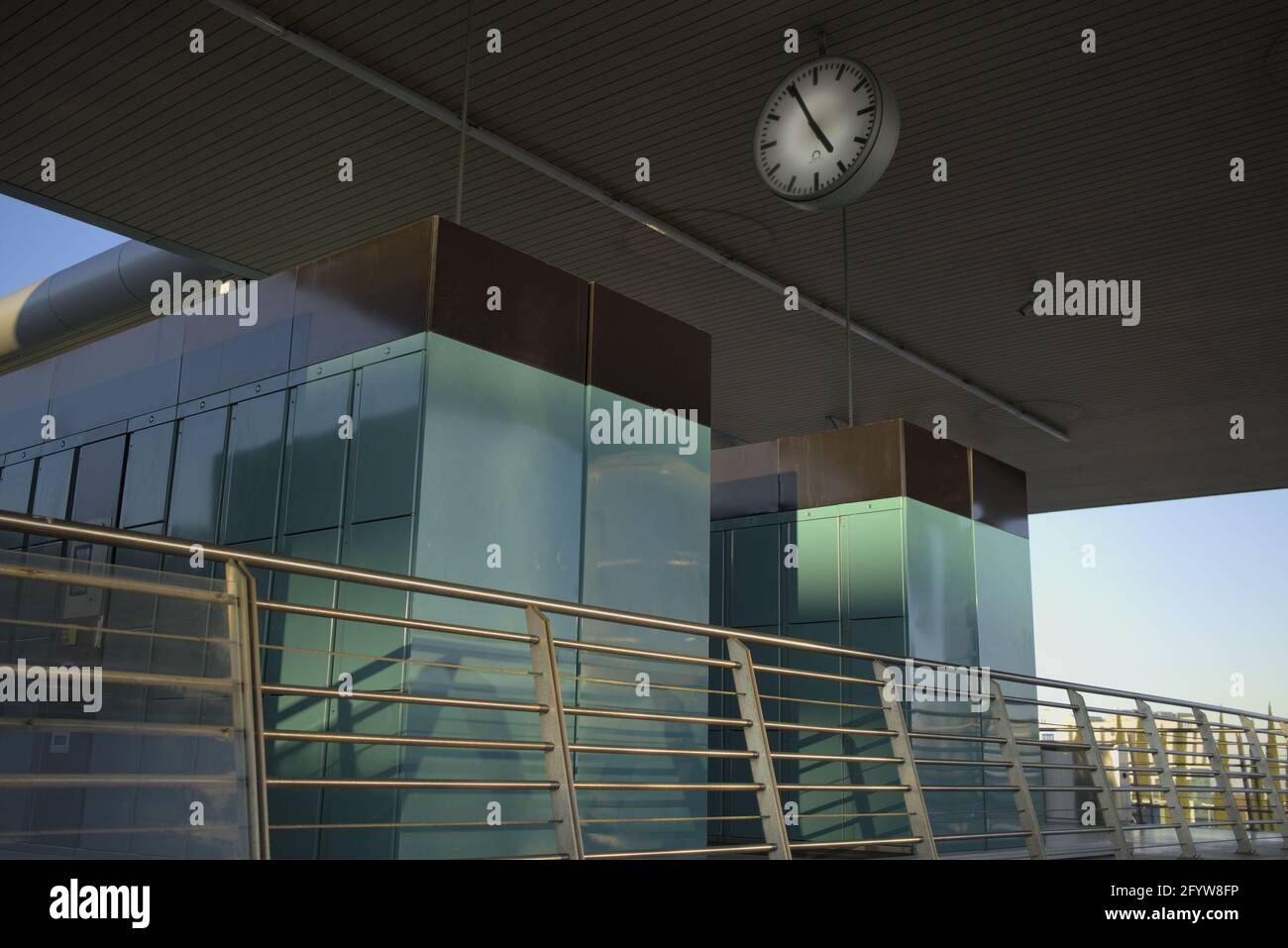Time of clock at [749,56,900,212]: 4:55
